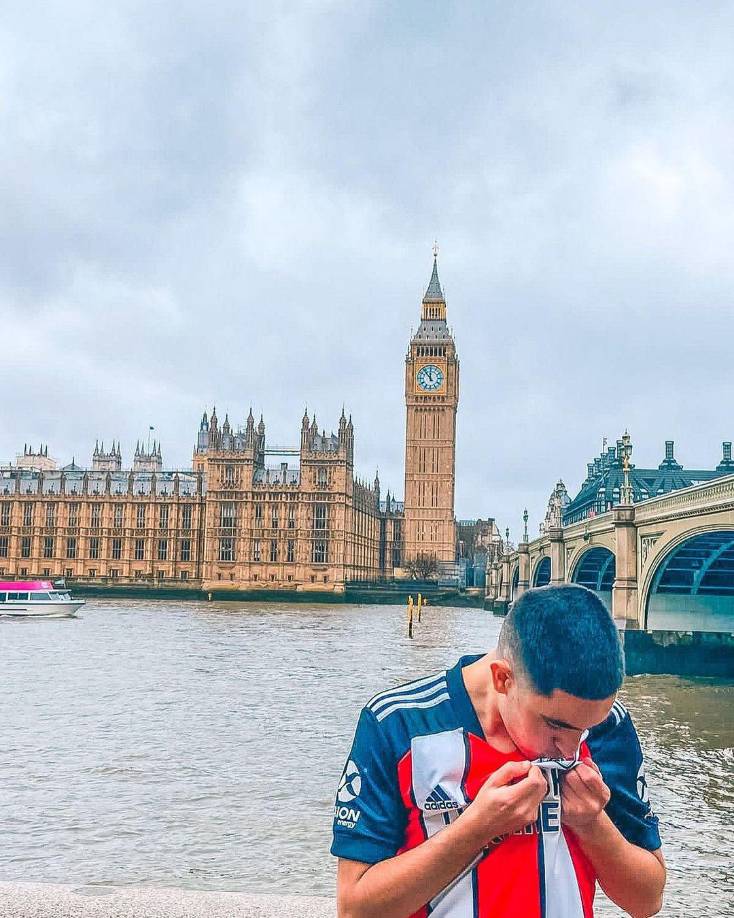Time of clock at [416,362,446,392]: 11:53
